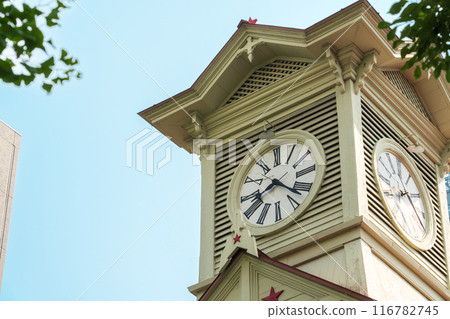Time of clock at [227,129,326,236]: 8:21
